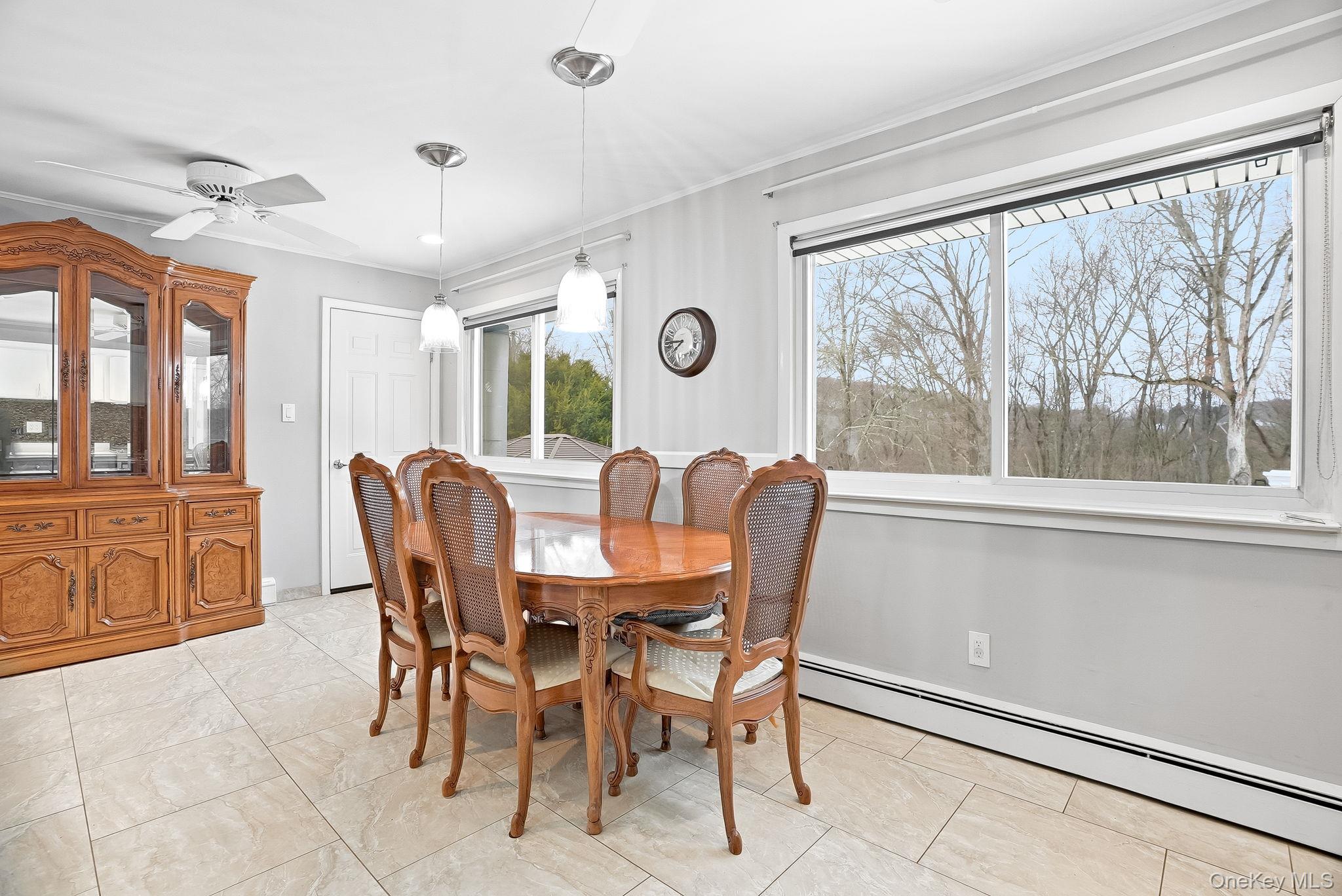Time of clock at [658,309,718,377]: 7:45
